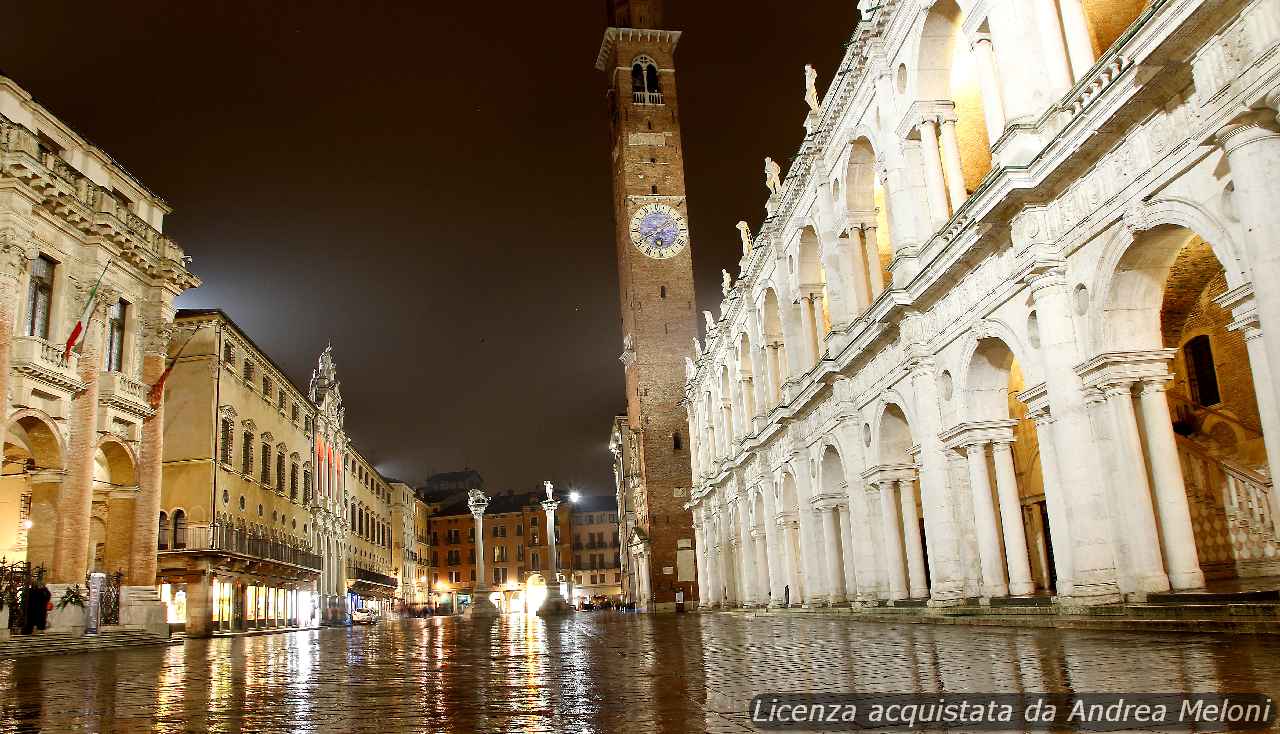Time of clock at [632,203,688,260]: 1:40
